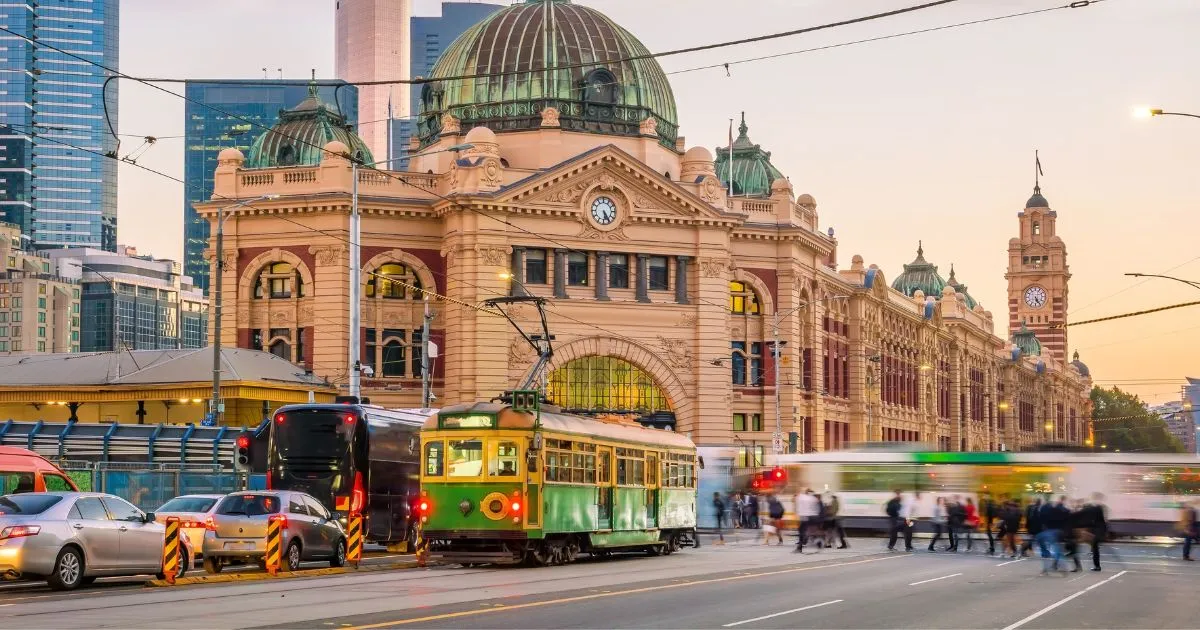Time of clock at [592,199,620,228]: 5:24
